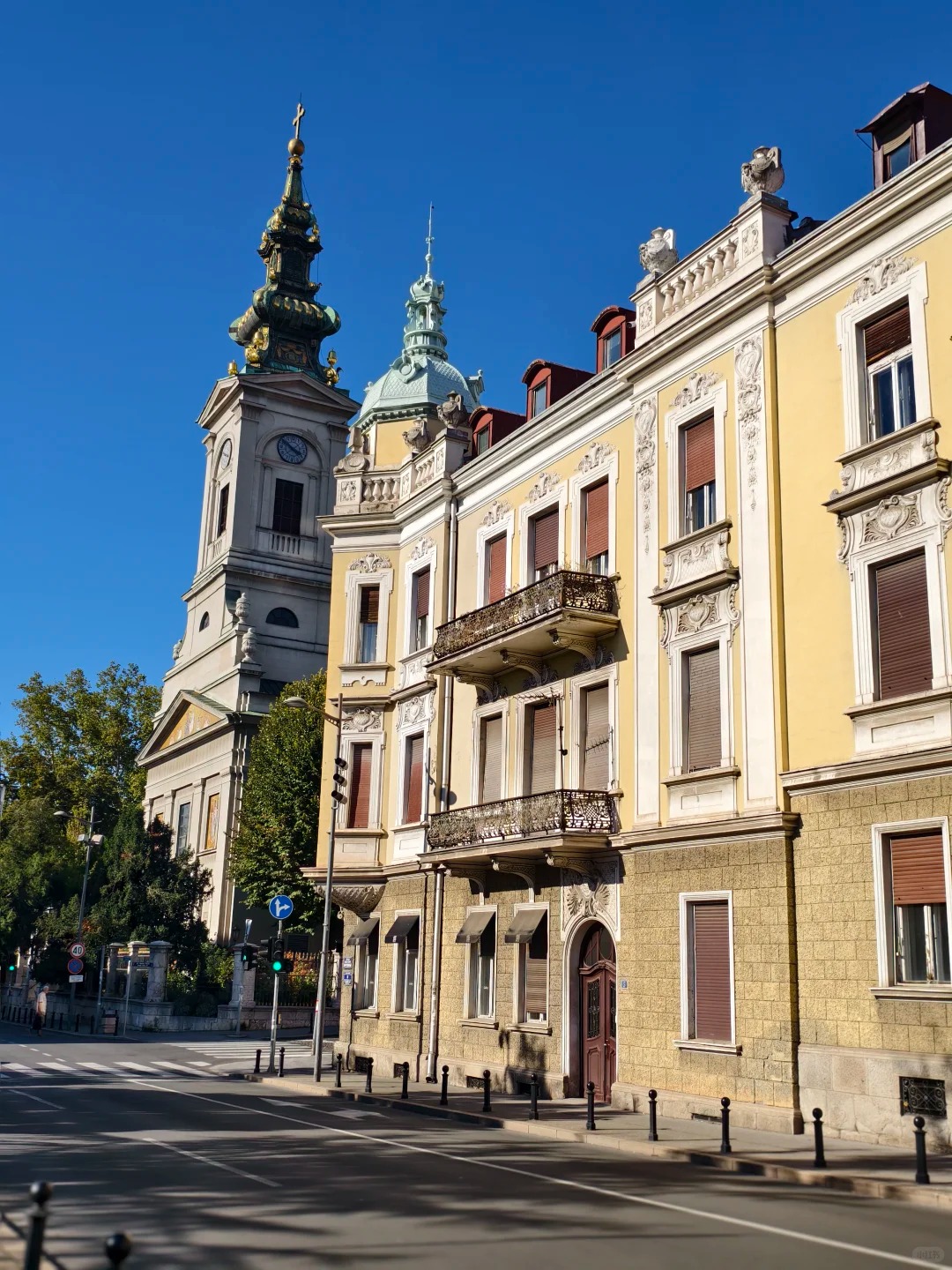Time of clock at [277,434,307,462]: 3:52
